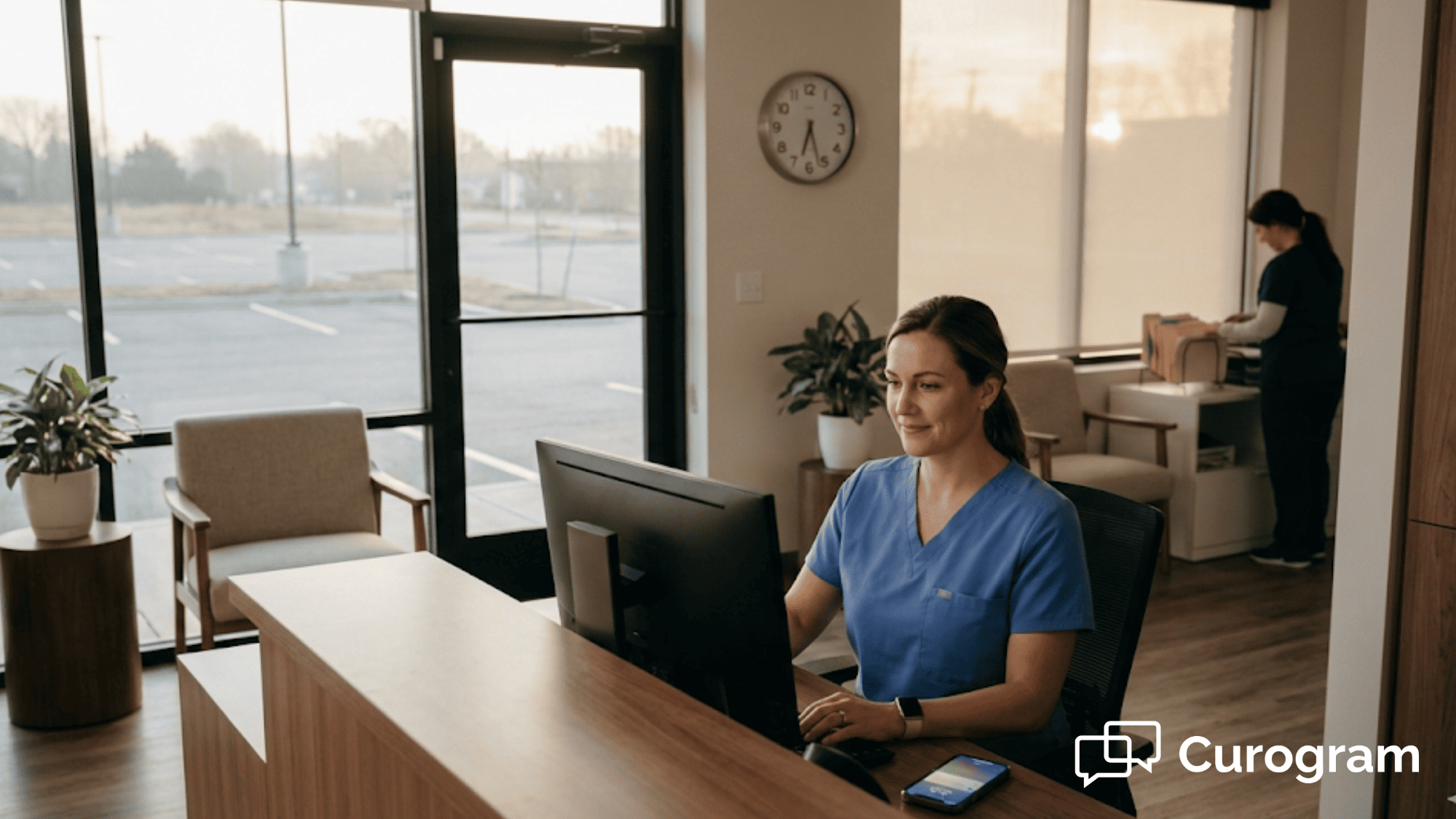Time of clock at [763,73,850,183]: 6:26
